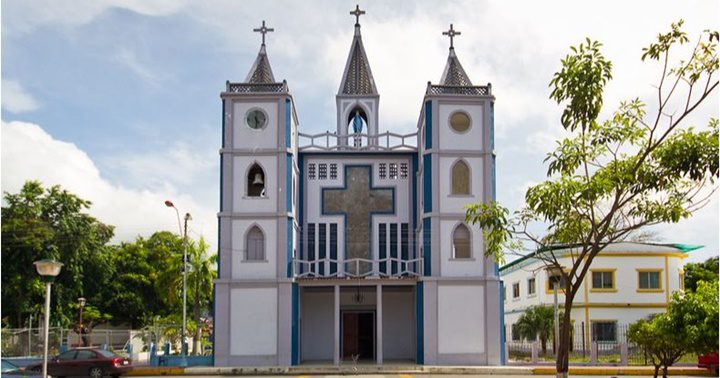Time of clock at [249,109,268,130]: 4:29
